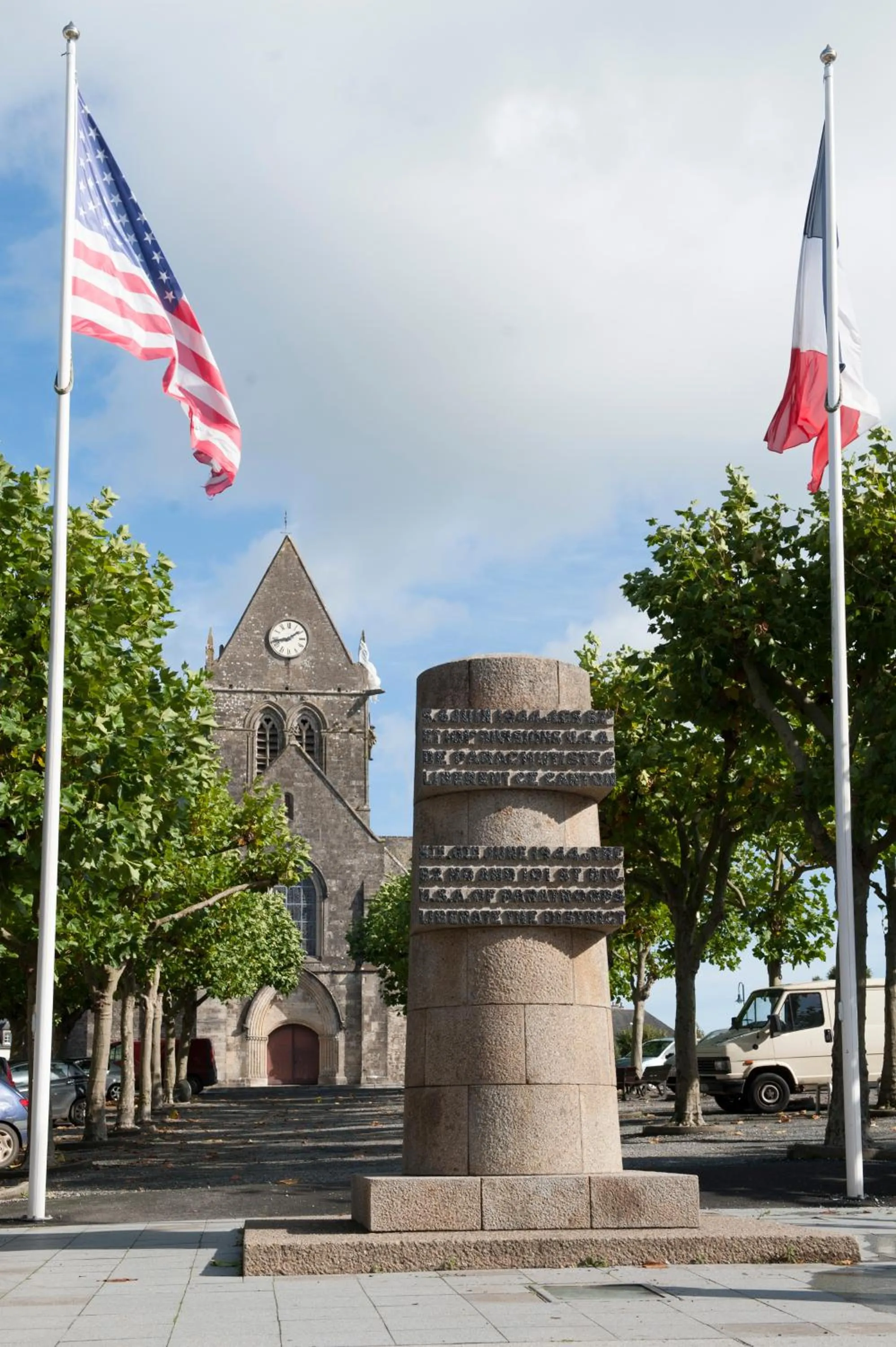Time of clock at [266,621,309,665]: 1:42
